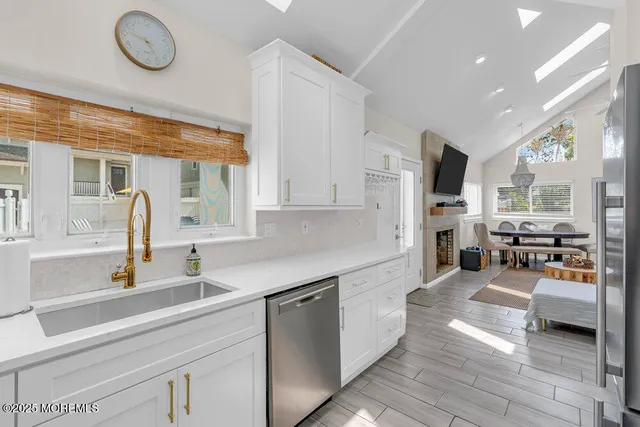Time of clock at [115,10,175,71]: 4:46
